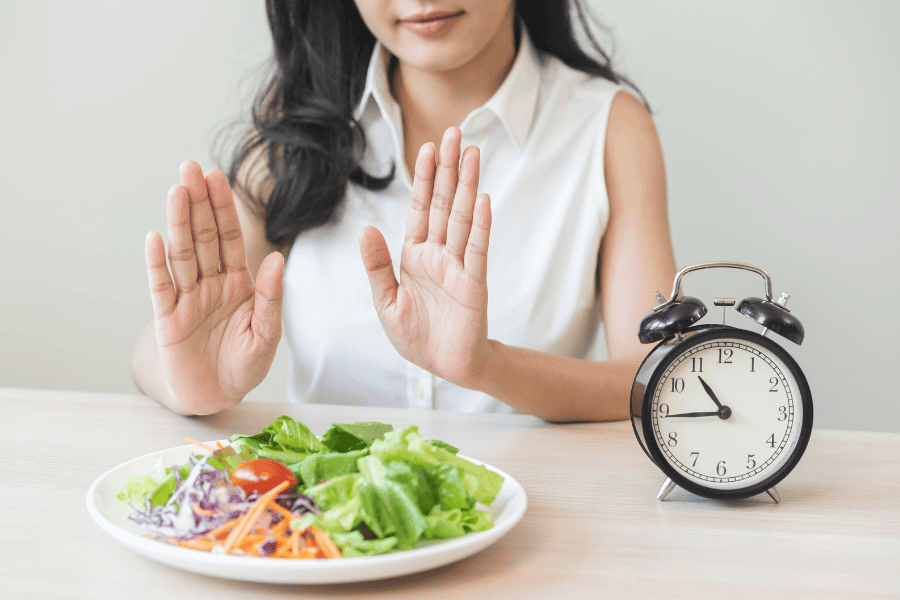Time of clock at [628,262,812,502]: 10:44
